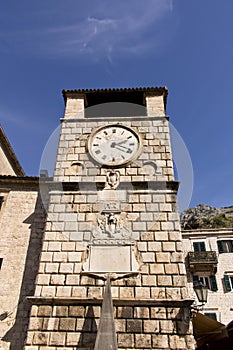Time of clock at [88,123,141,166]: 2:18
